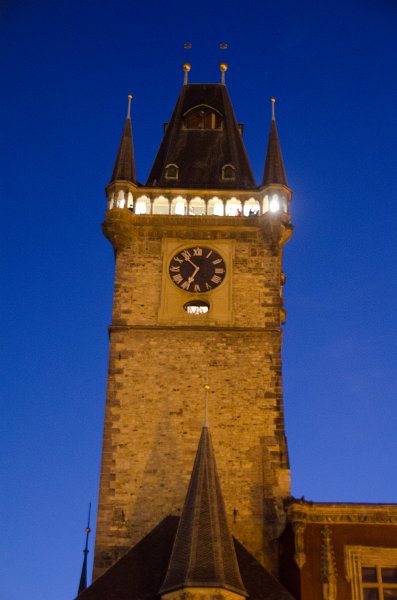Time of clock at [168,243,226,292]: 10:34
